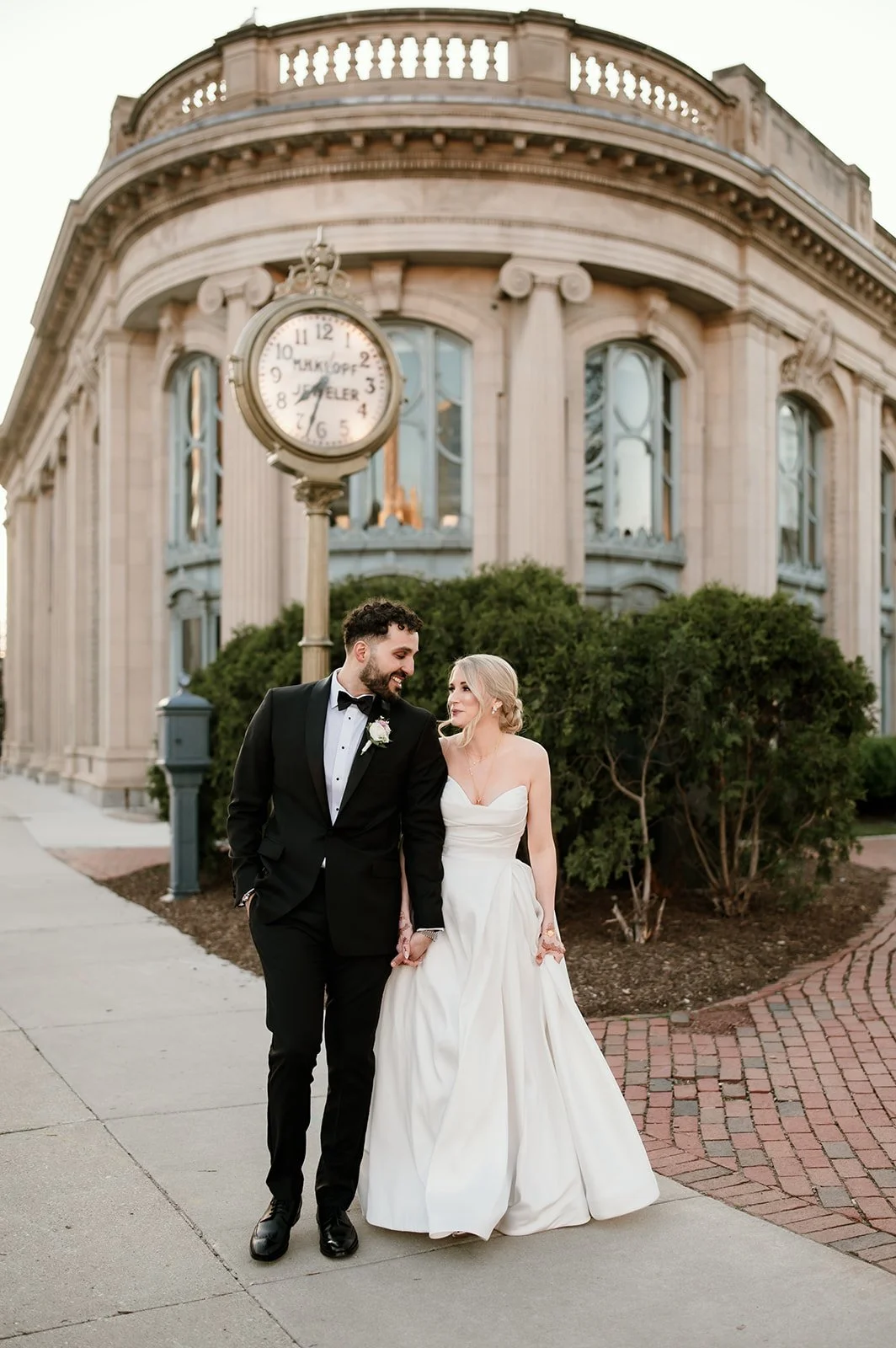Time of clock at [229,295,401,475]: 7:32
